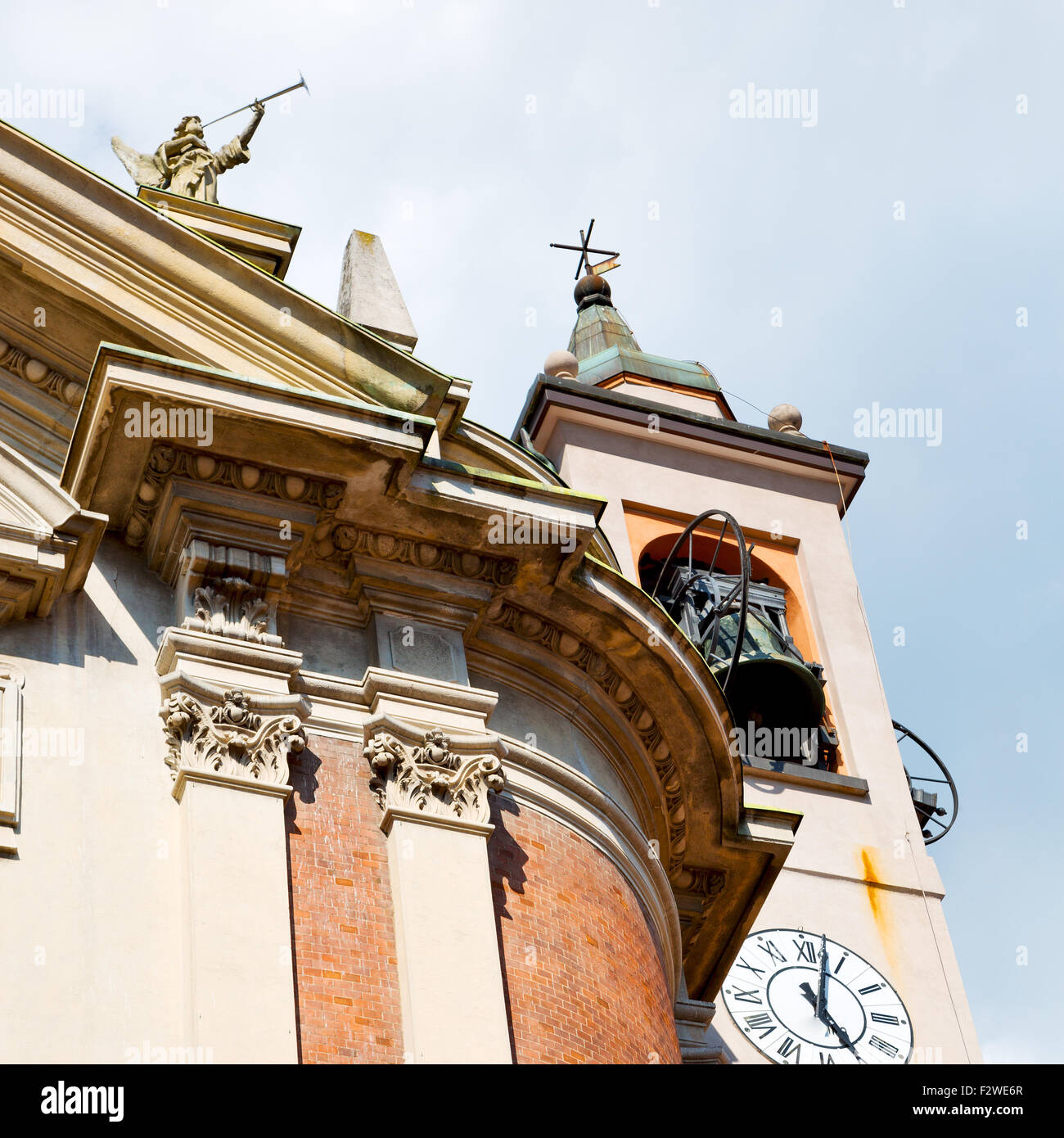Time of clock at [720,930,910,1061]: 5:02
